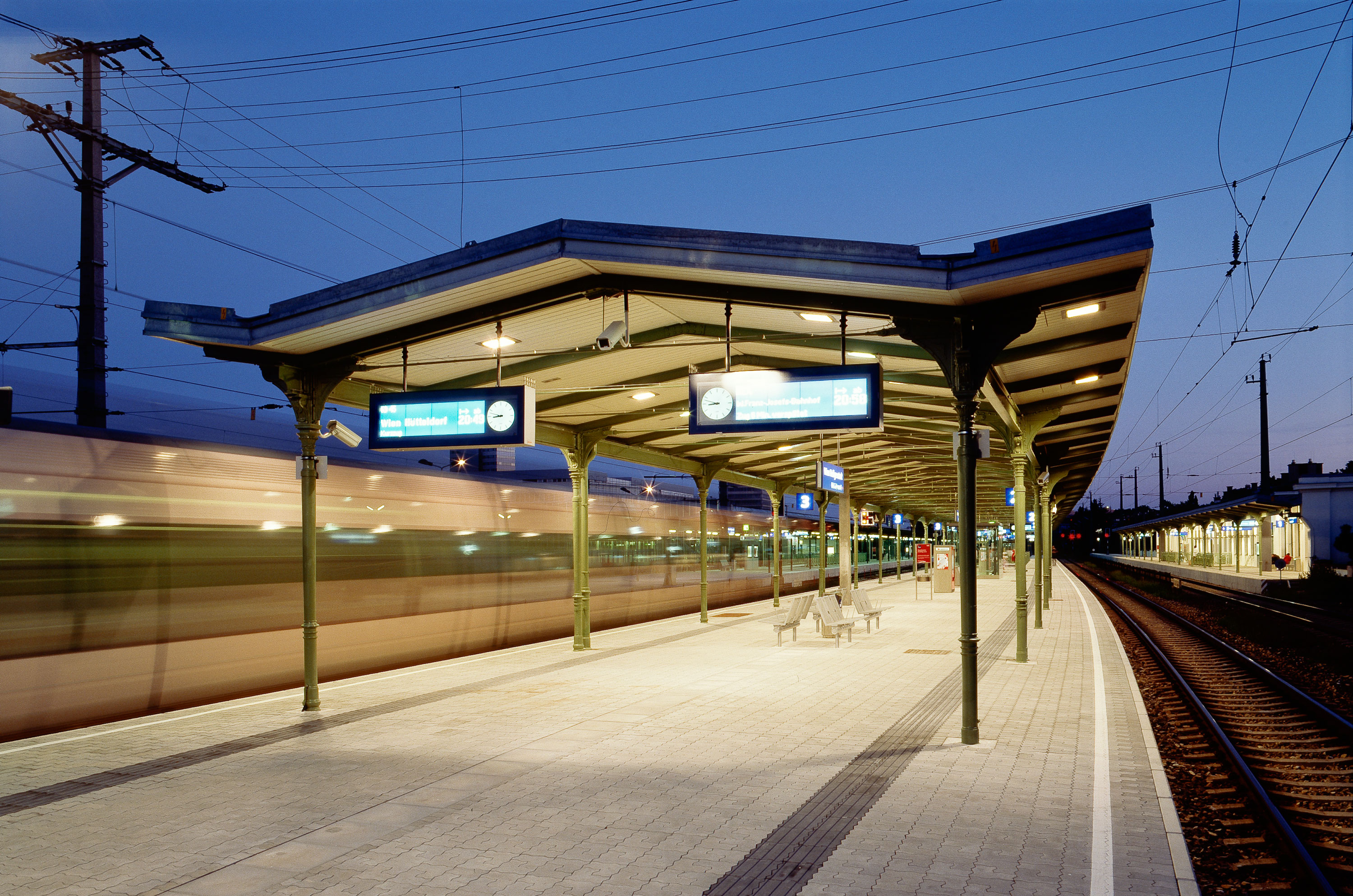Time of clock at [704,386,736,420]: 8:47
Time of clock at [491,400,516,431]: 8:47
